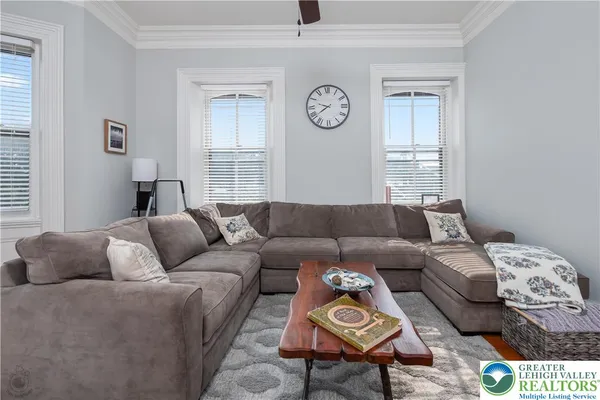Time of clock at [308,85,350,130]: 9:39
